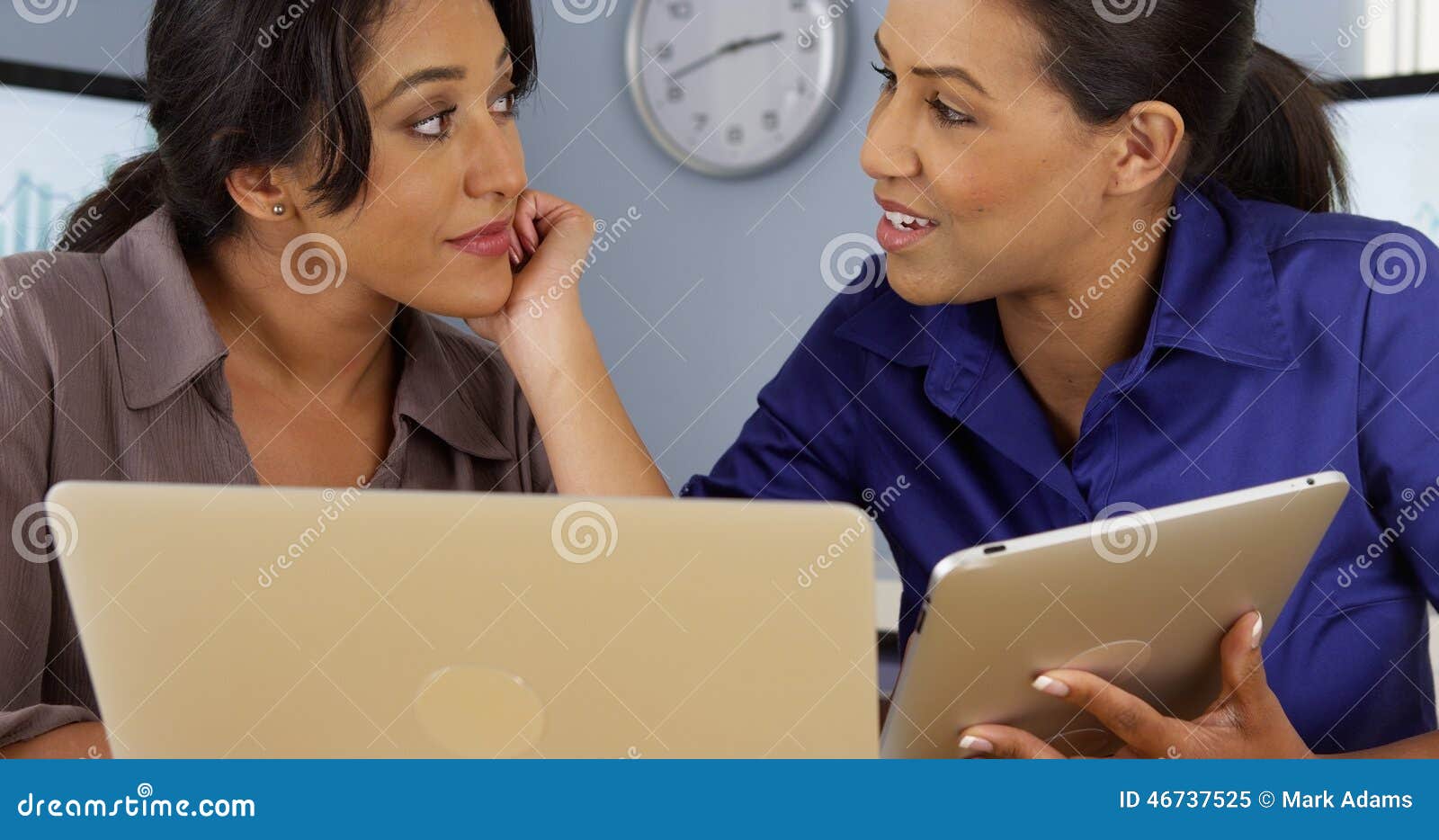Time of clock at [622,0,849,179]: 2:41
